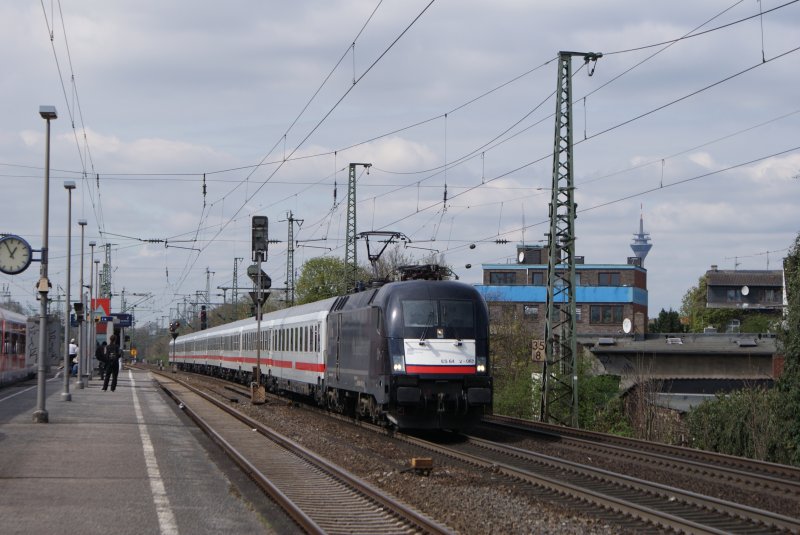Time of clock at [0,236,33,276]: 12:55
